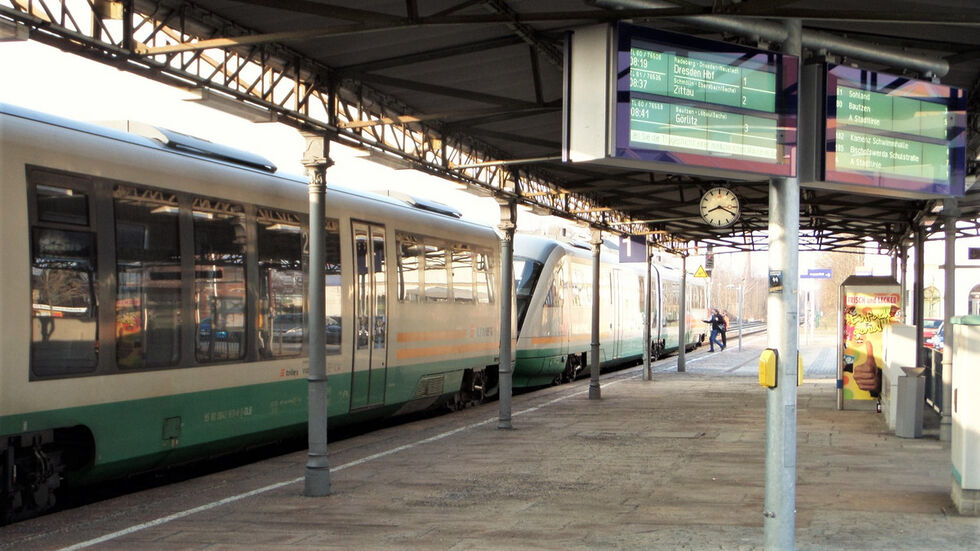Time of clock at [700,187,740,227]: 8:19
